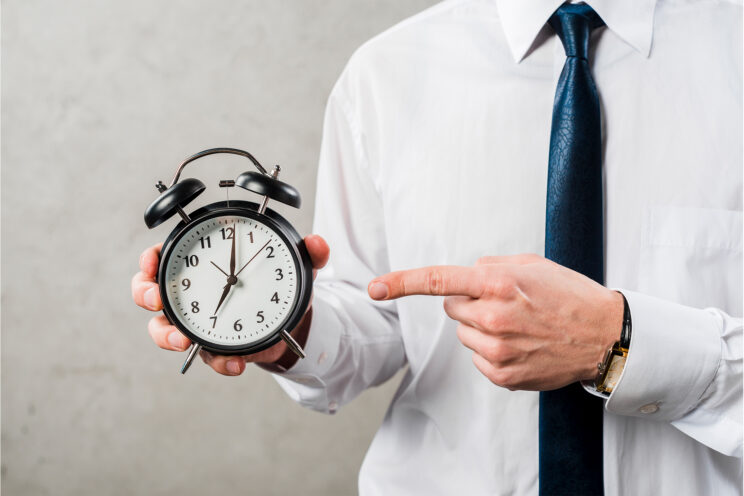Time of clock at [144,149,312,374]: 7:01
